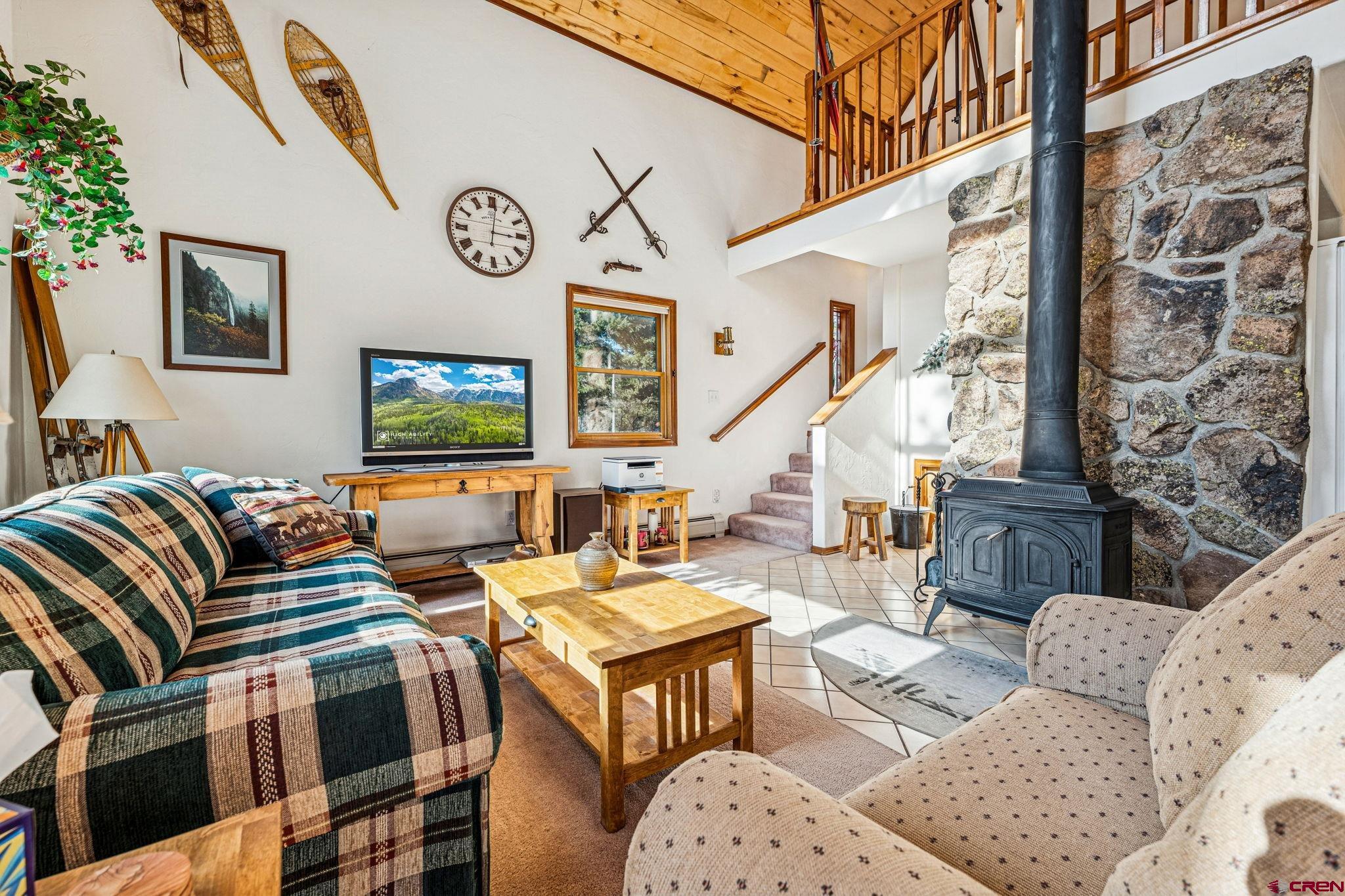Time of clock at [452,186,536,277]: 3:01
